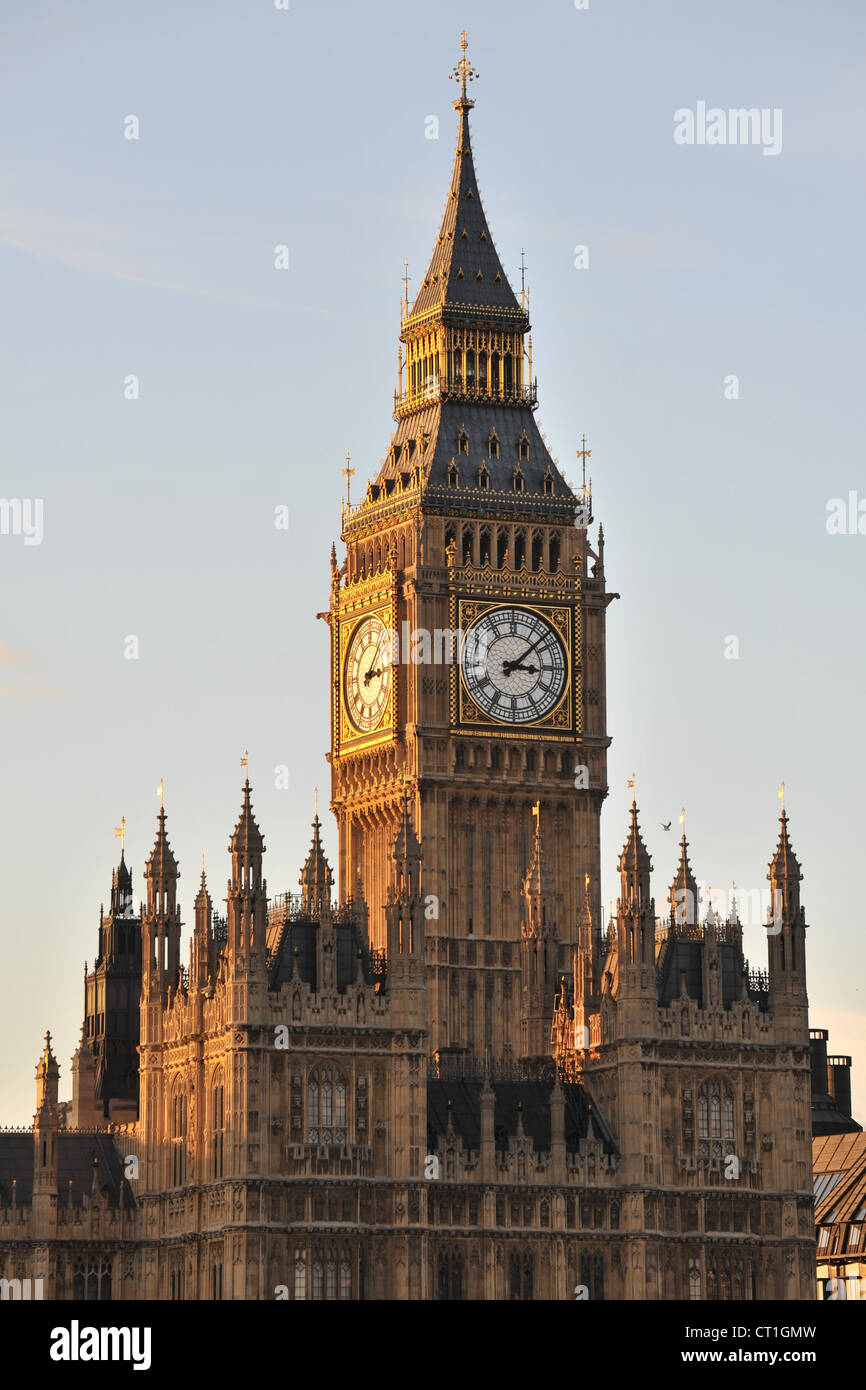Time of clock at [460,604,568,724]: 3:07
